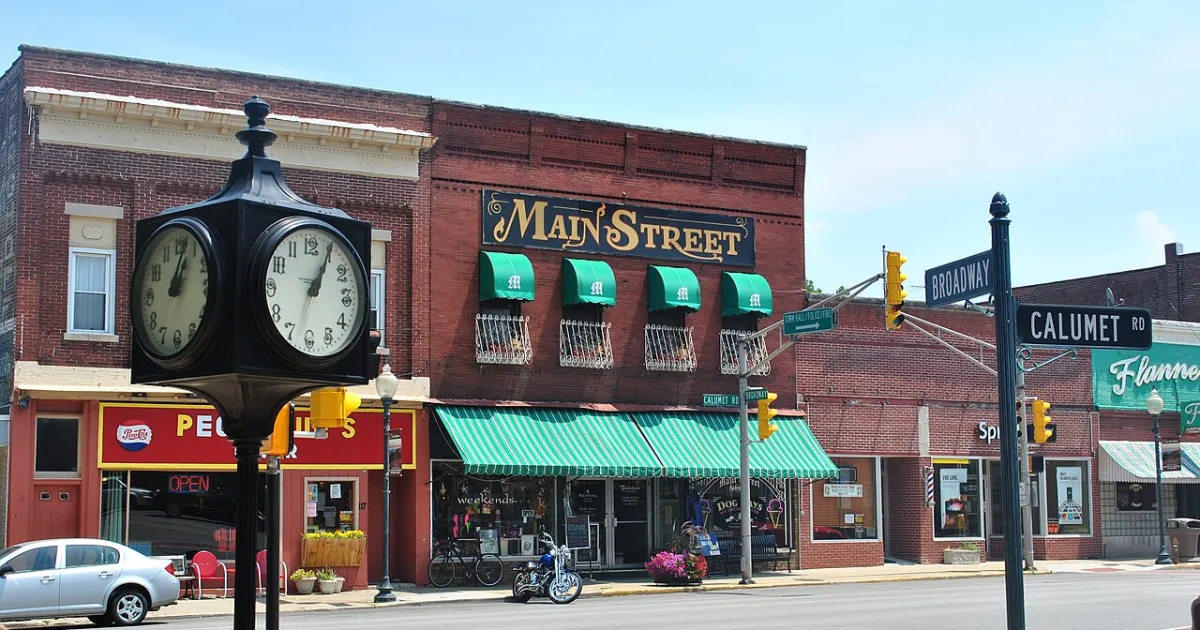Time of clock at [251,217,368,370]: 1:04
